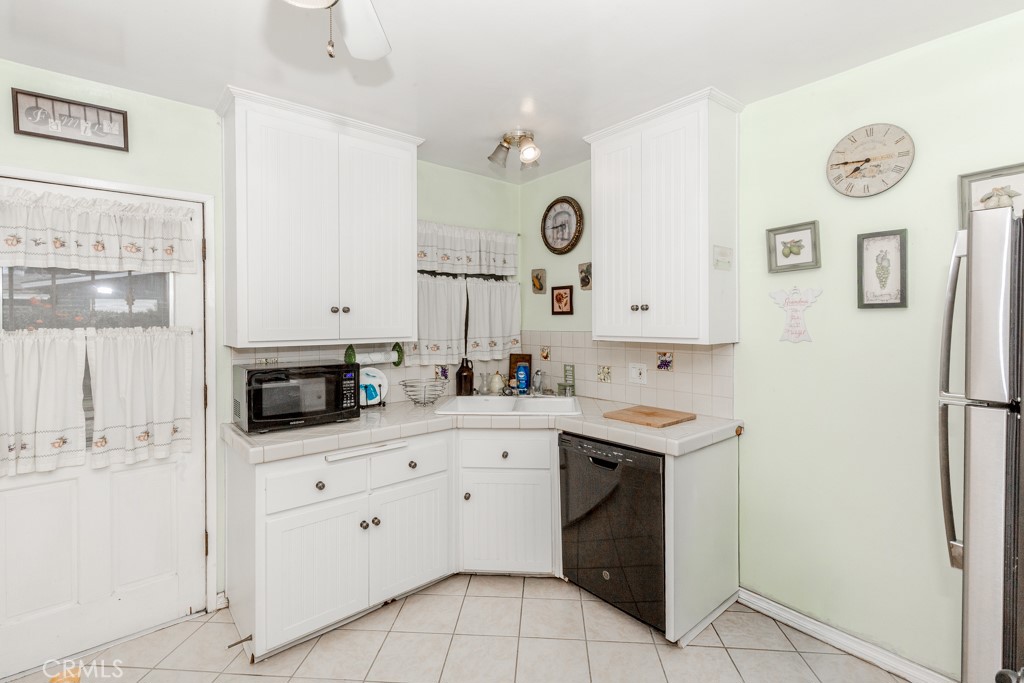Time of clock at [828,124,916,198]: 7:45
